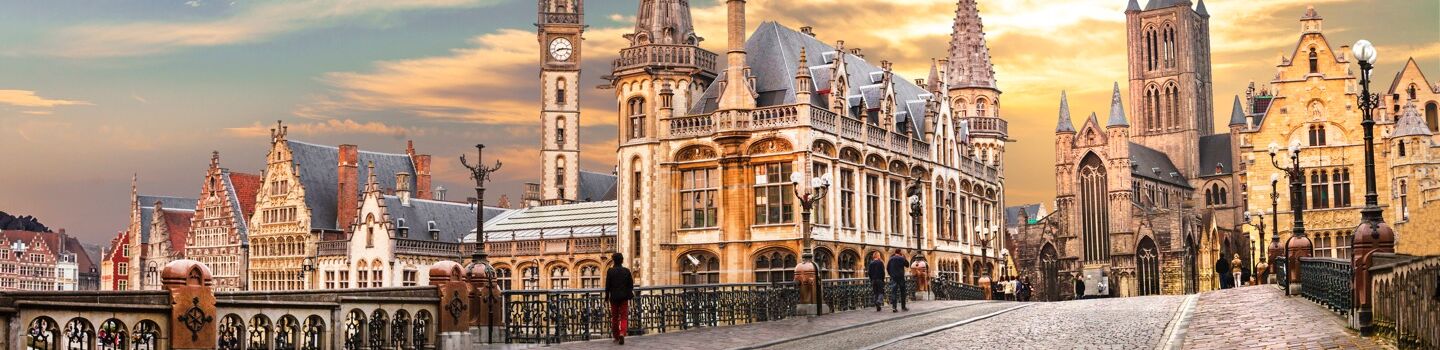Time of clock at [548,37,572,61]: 8:14
